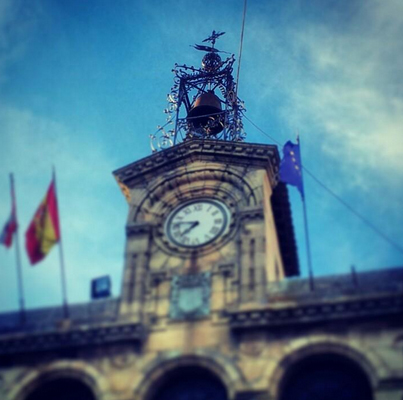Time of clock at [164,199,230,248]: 7:46
